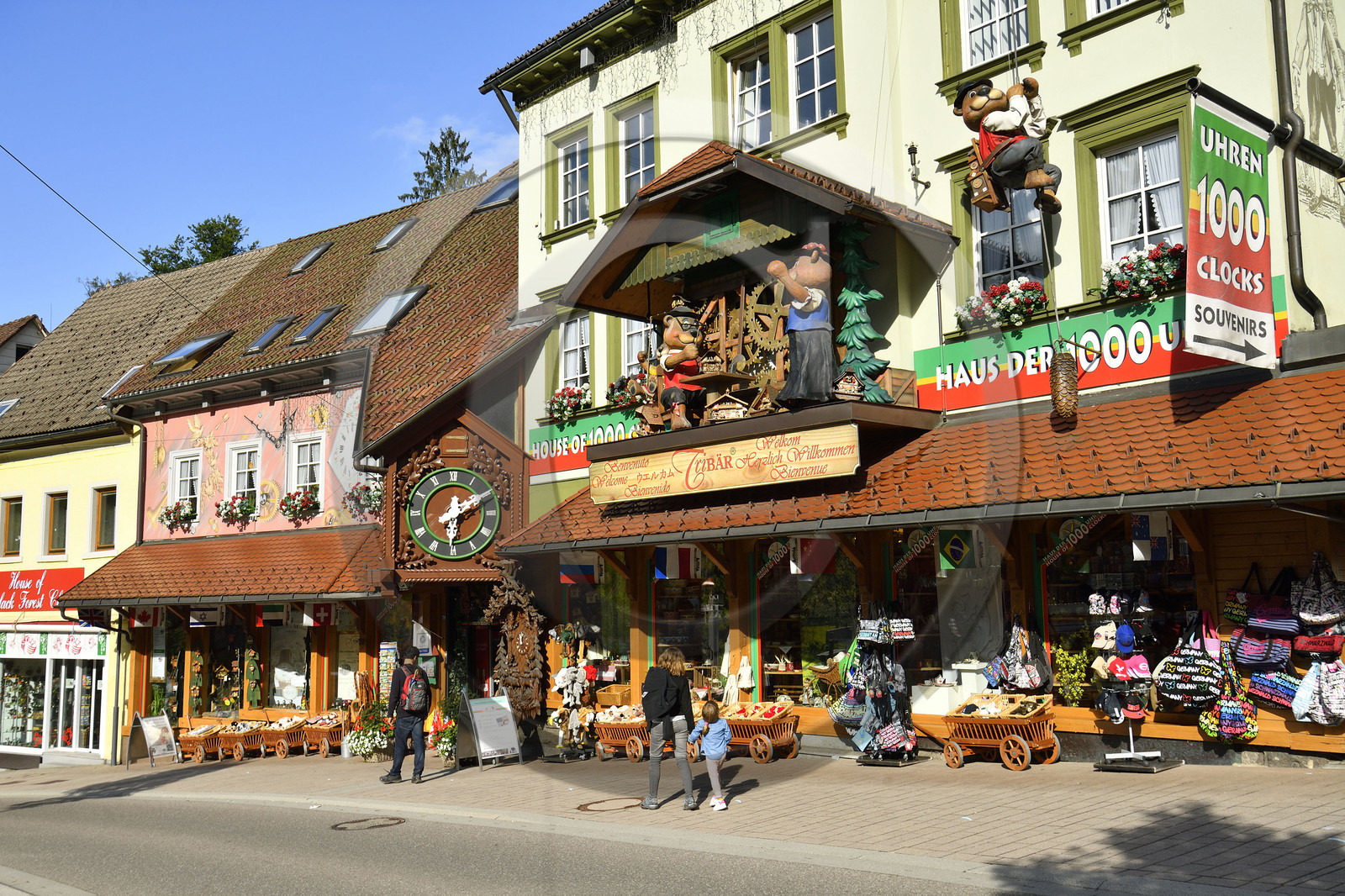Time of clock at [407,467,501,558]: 6:10
